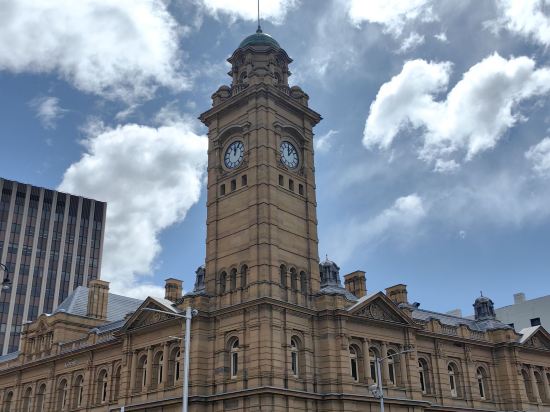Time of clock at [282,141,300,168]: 12:06
